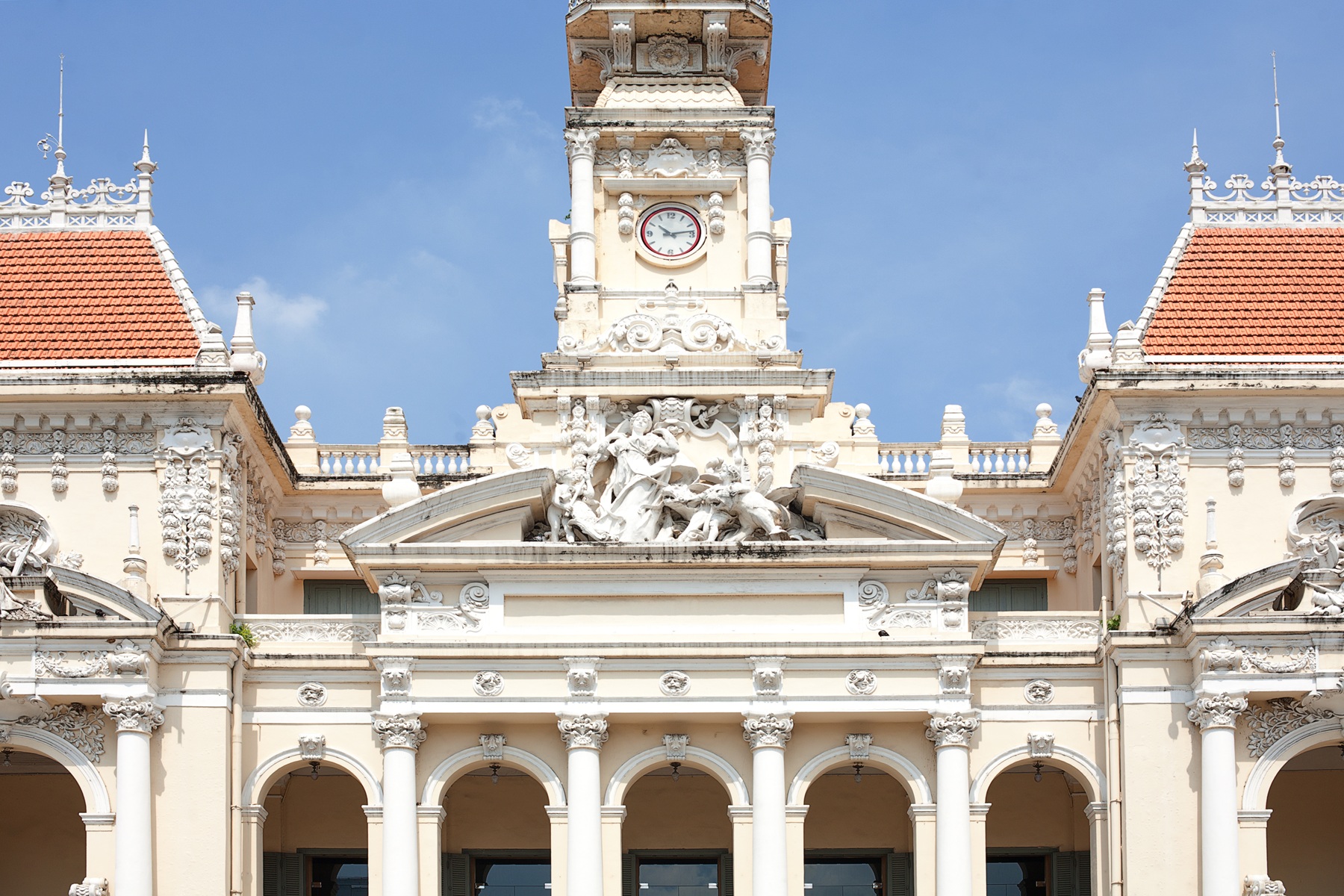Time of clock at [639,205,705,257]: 10:13
